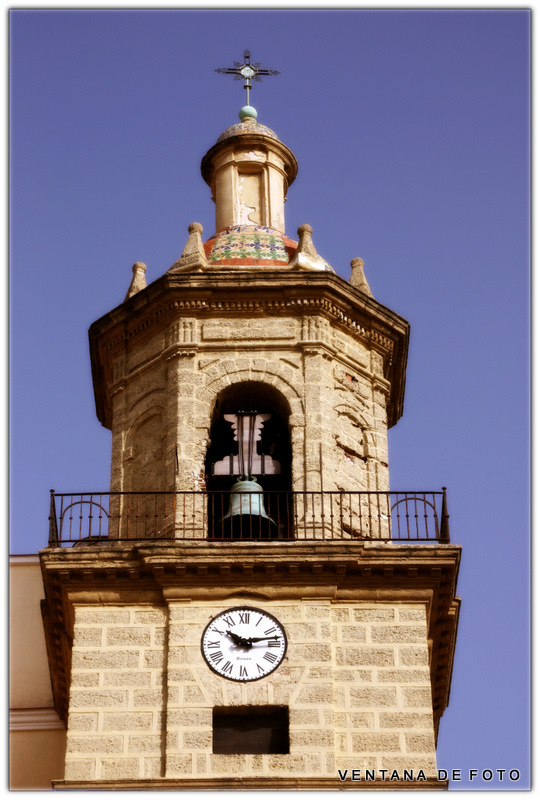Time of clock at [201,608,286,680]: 10:12
